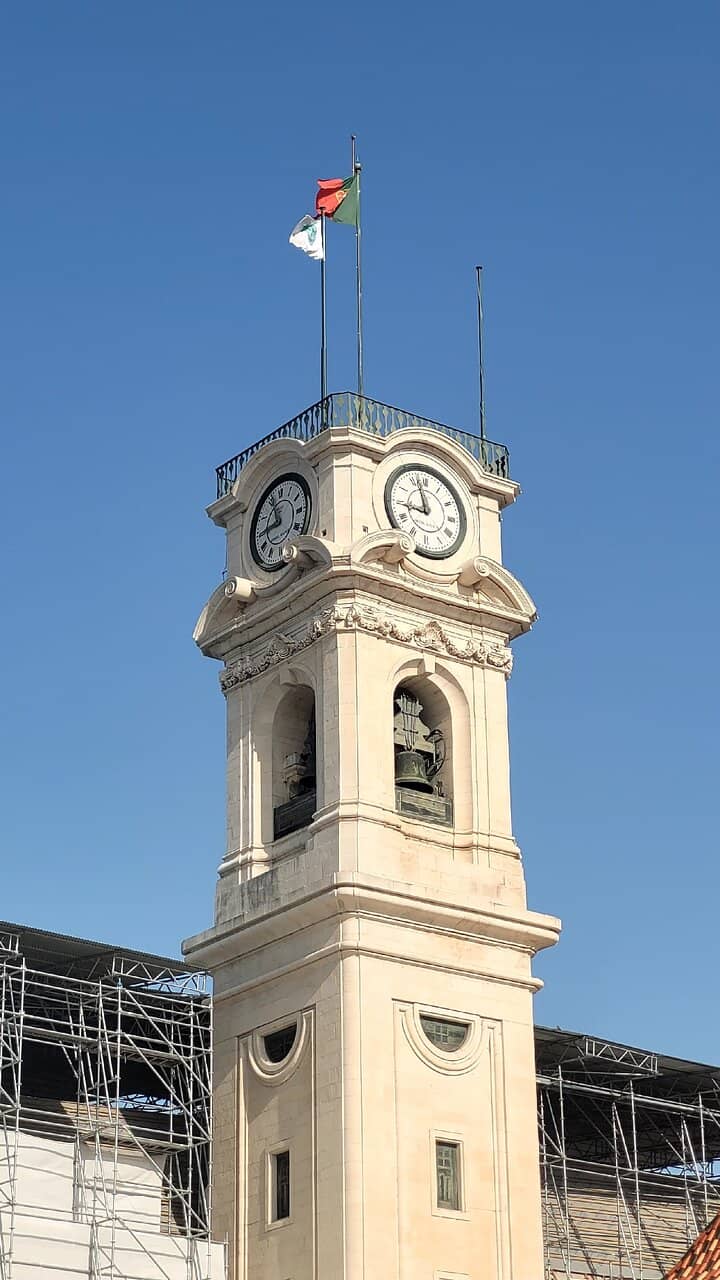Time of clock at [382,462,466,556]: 8:57
